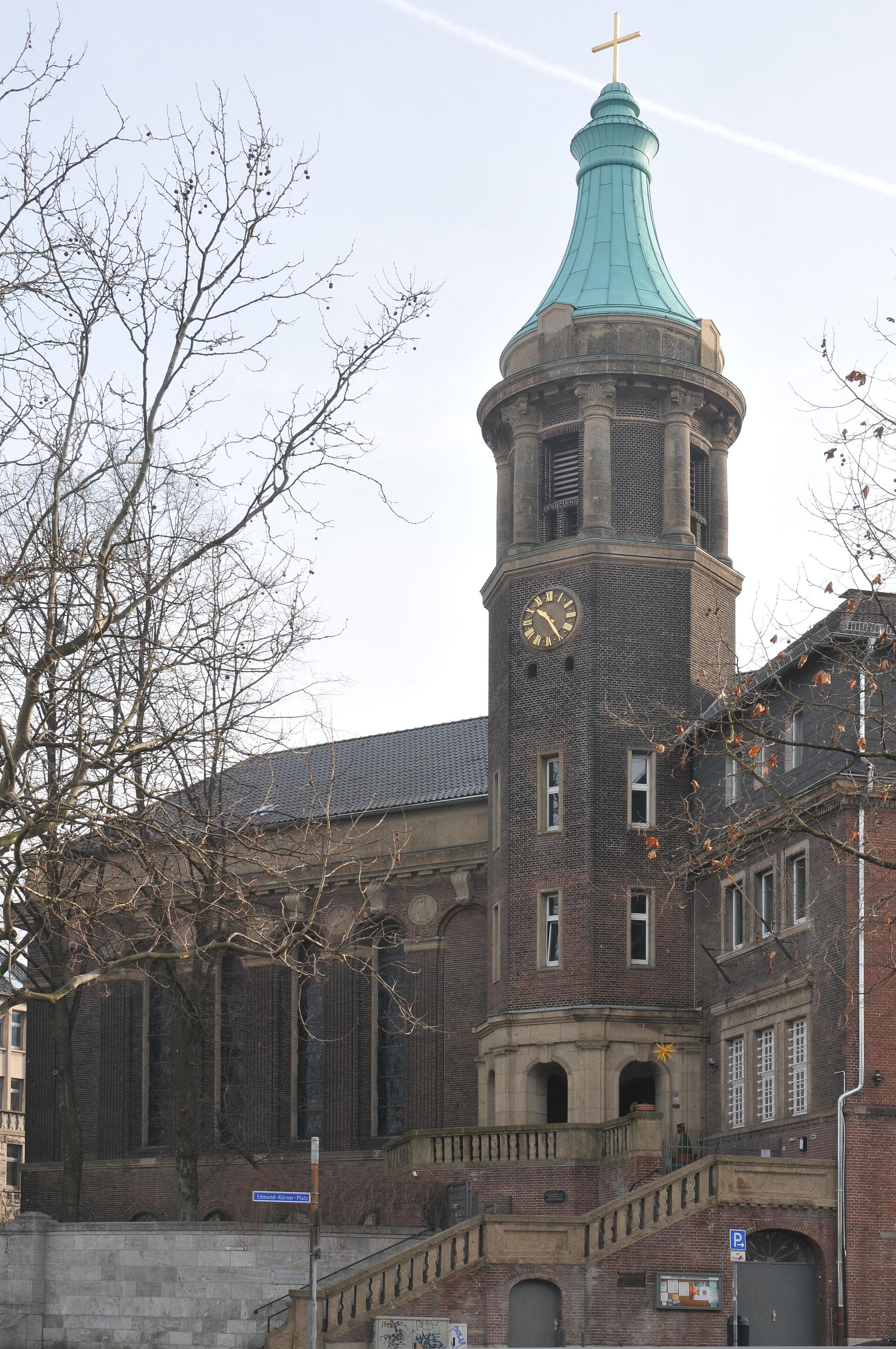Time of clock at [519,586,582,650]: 10:24
